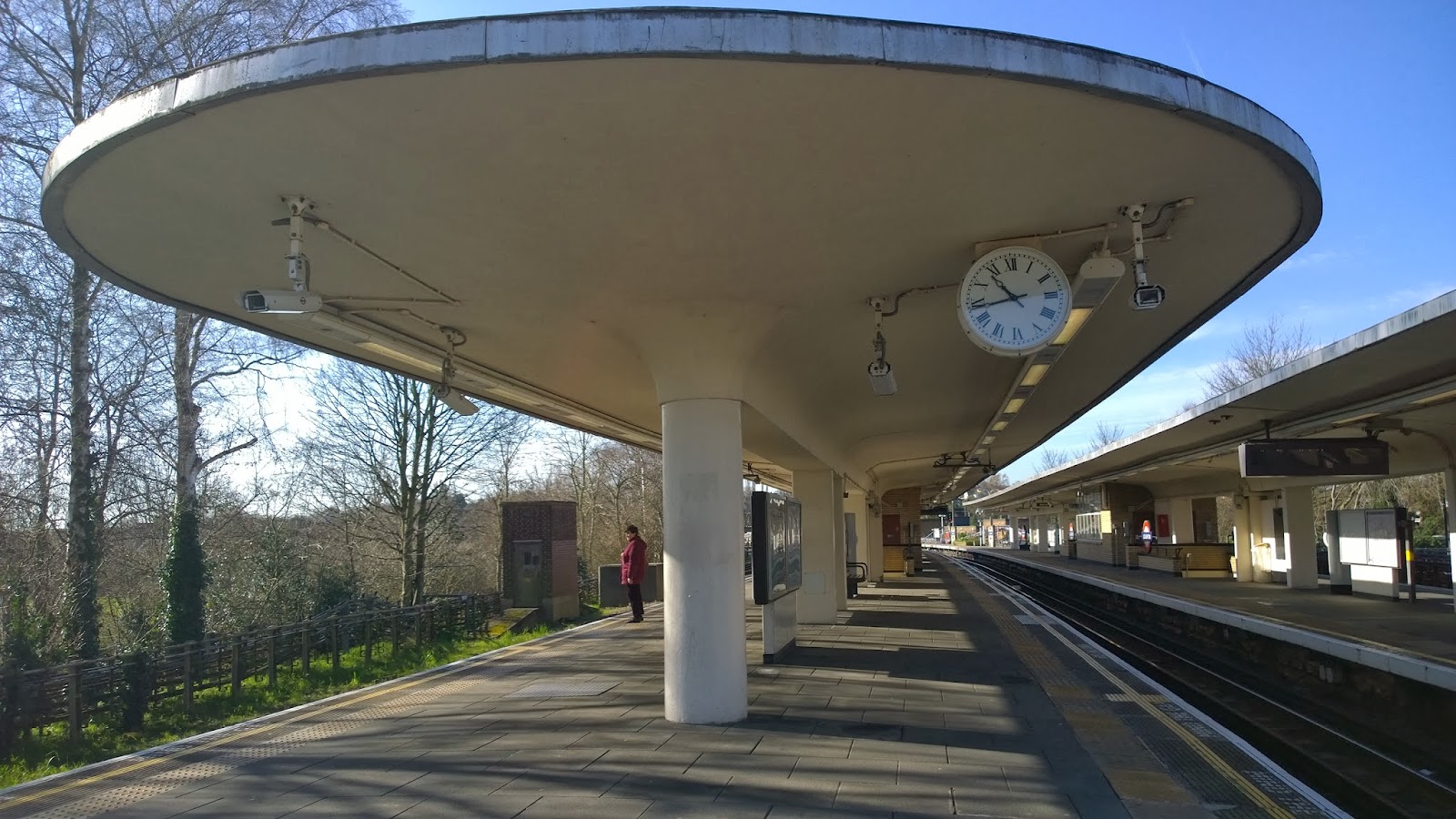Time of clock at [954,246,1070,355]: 10:43
